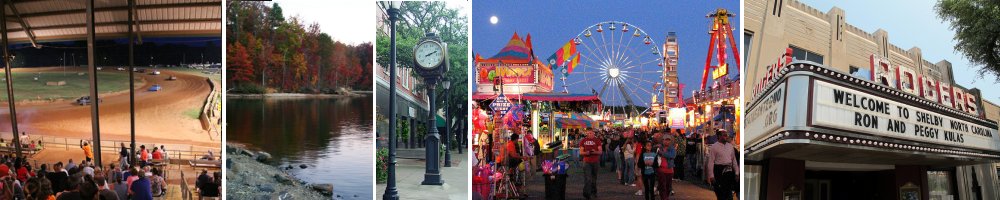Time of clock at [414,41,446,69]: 2:11
